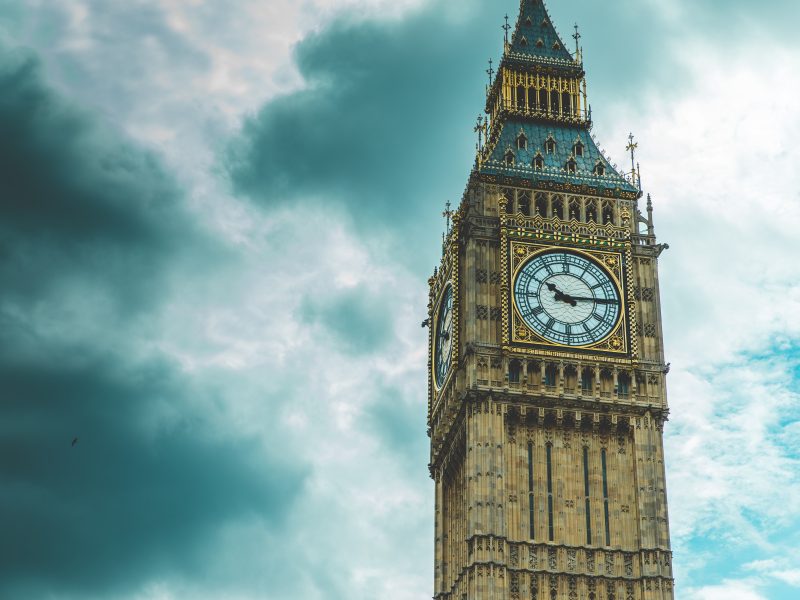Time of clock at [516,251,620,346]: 10:14
